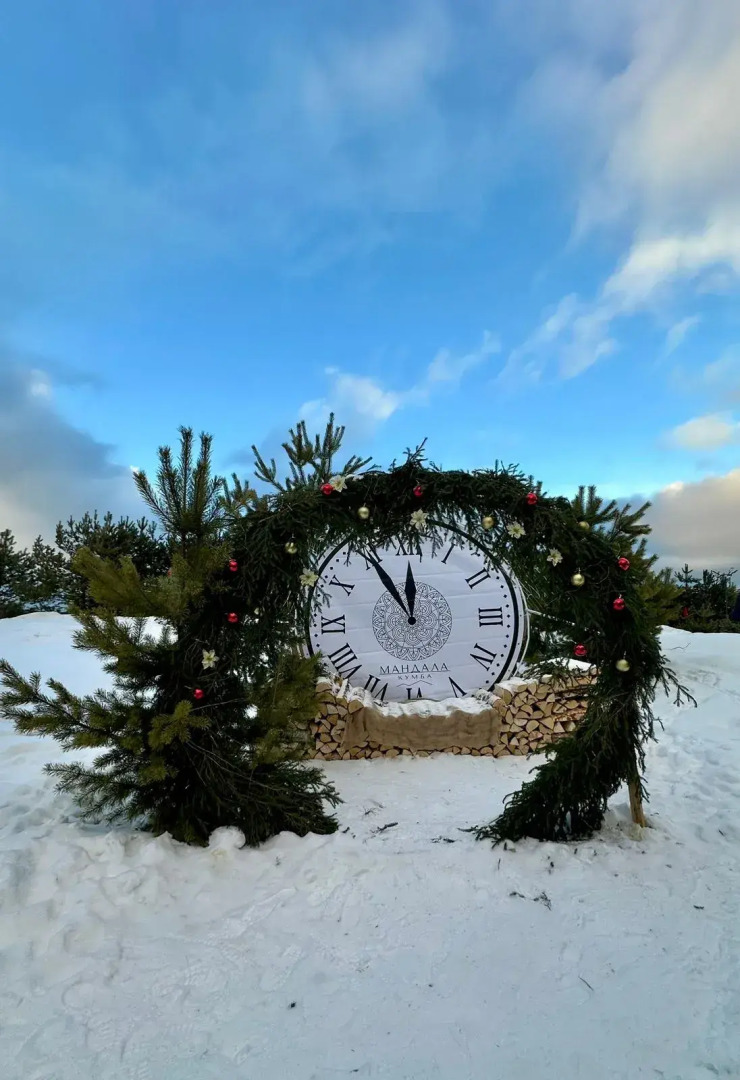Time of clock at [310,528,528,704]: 11:54
